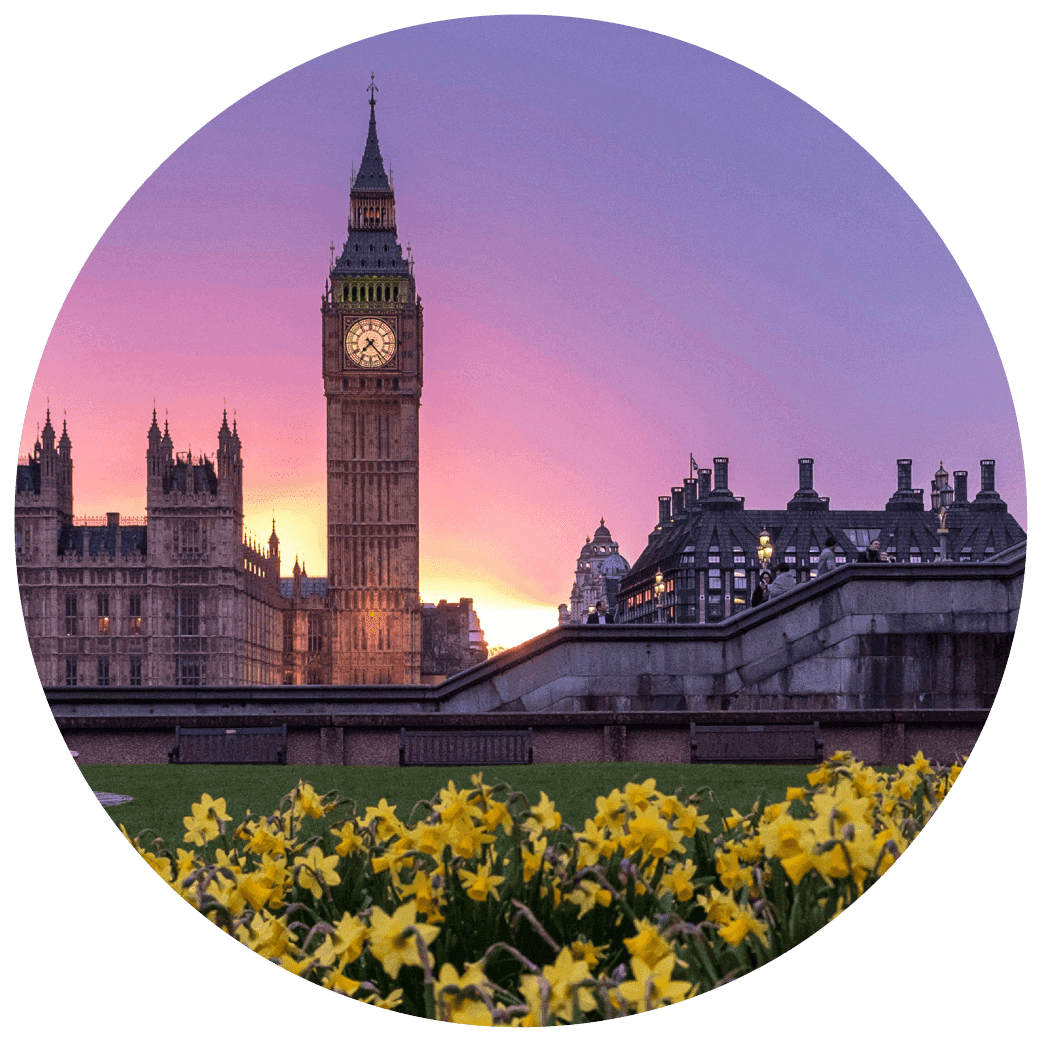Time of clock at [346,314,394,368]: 7:23
